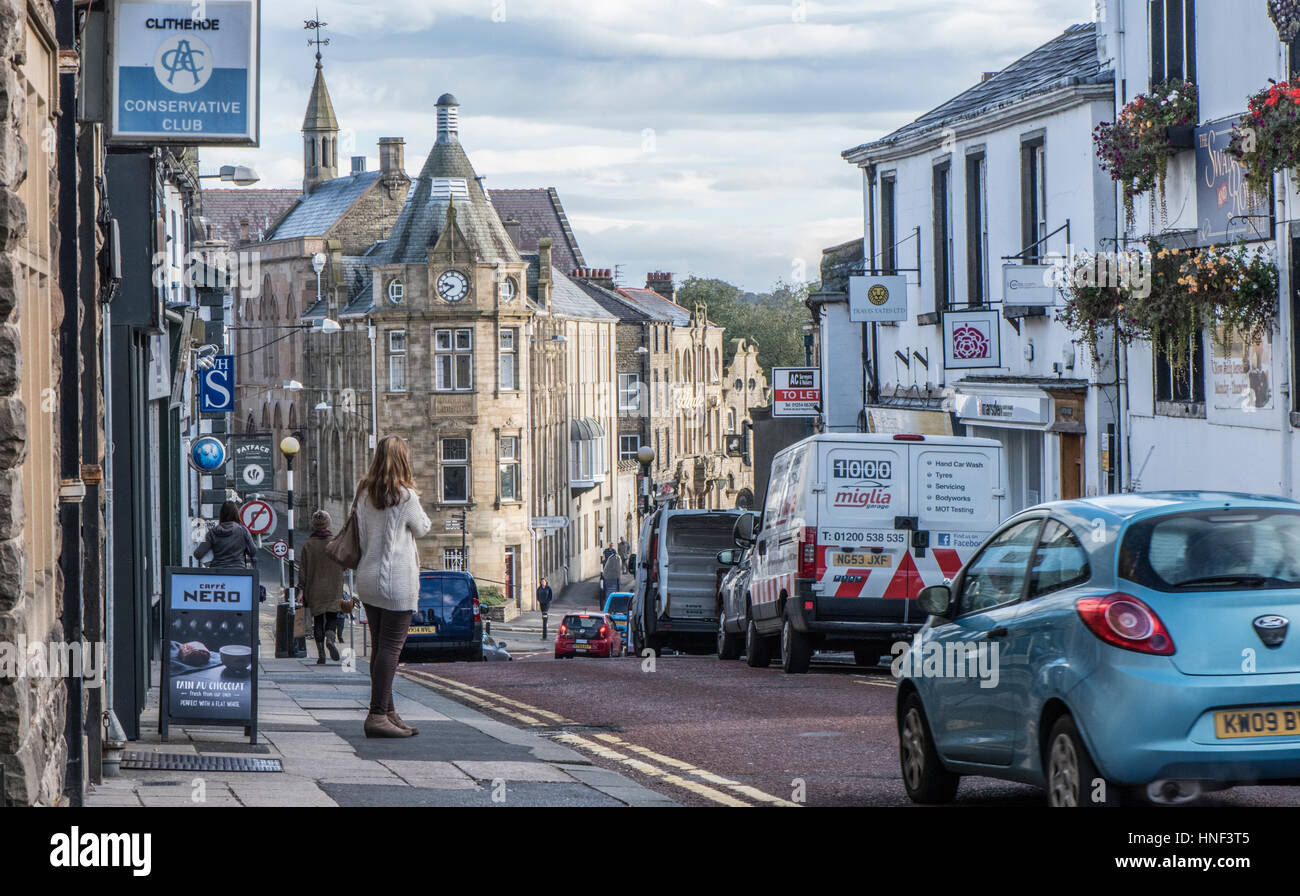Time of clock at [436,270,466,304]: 9:38
